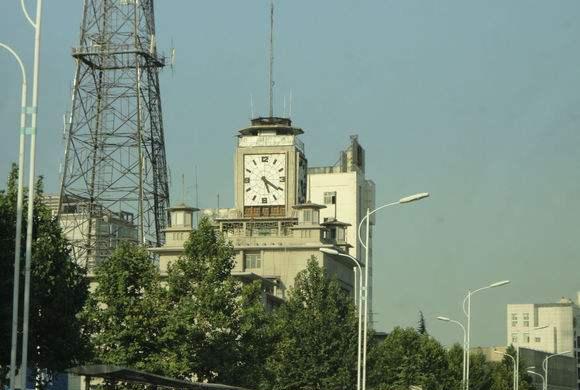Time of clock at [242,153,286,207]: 5:20
